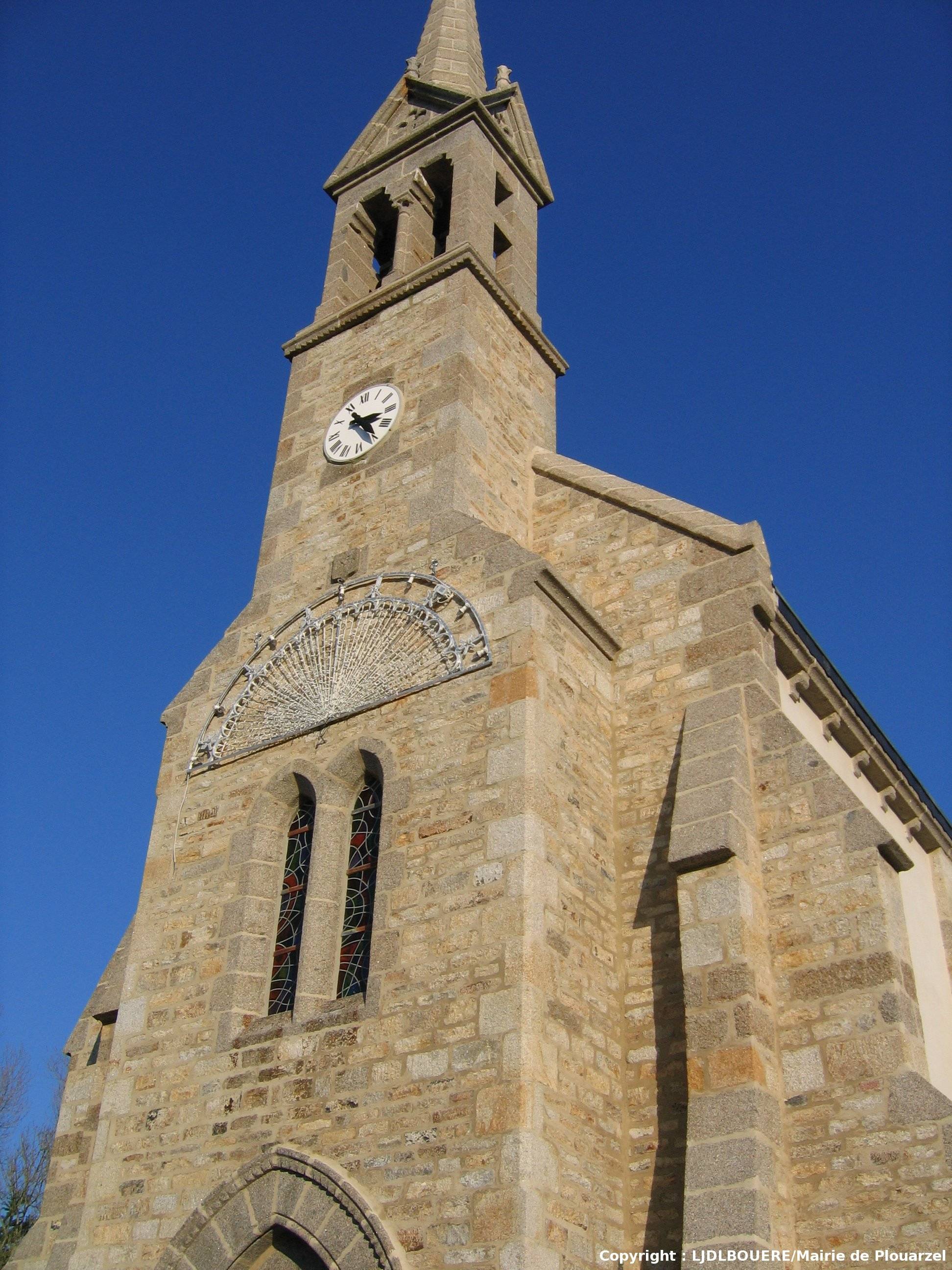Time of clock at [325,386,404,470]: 3:24
